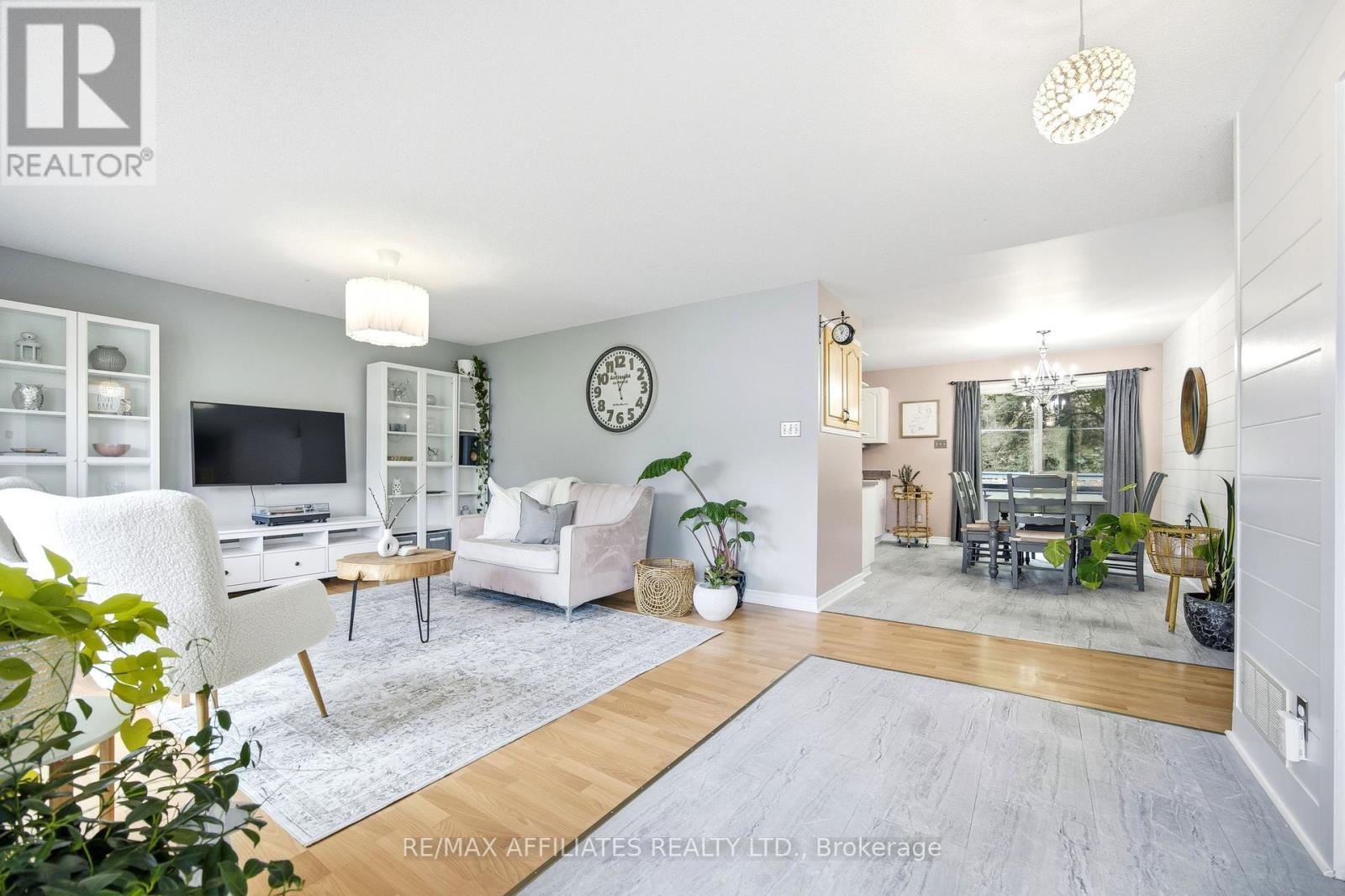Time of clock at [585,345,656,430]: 12:57
